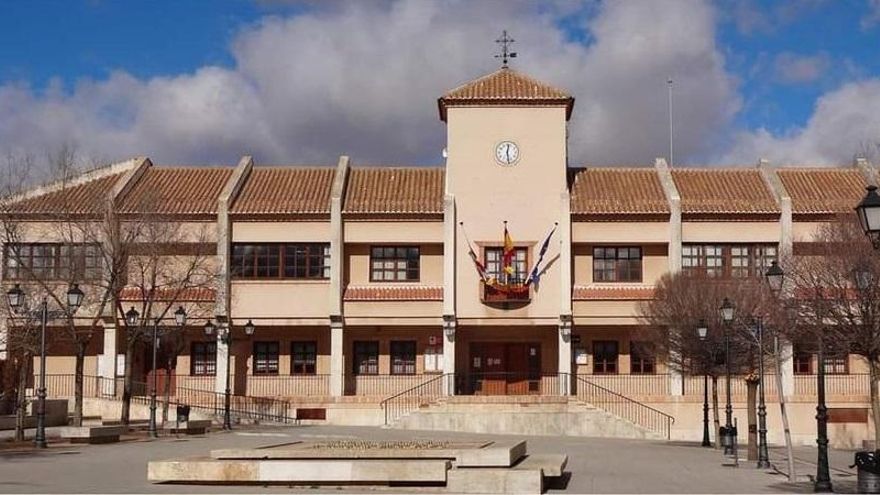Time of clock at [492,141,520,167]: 12:28
